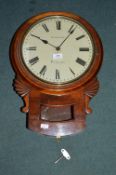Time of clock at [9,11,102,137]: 10:06
